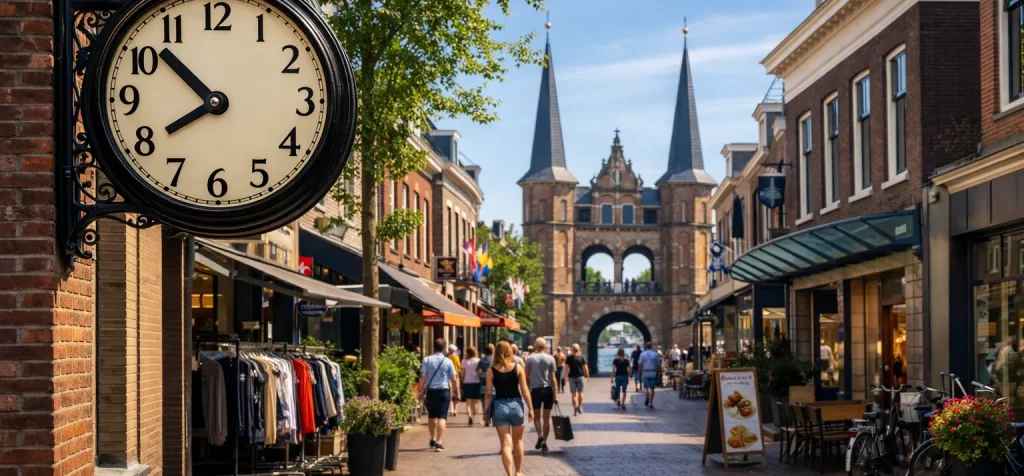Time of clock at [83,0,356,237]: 7:52
